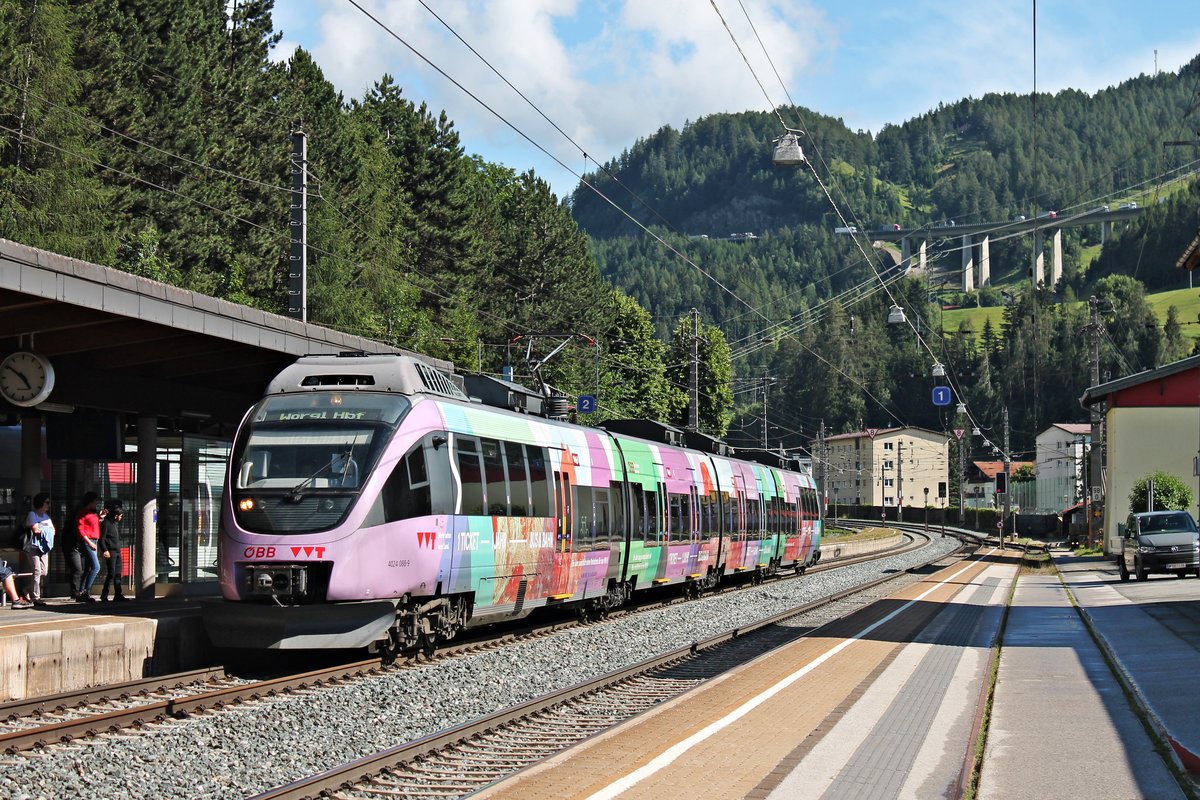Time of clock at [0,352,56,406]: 4:50
